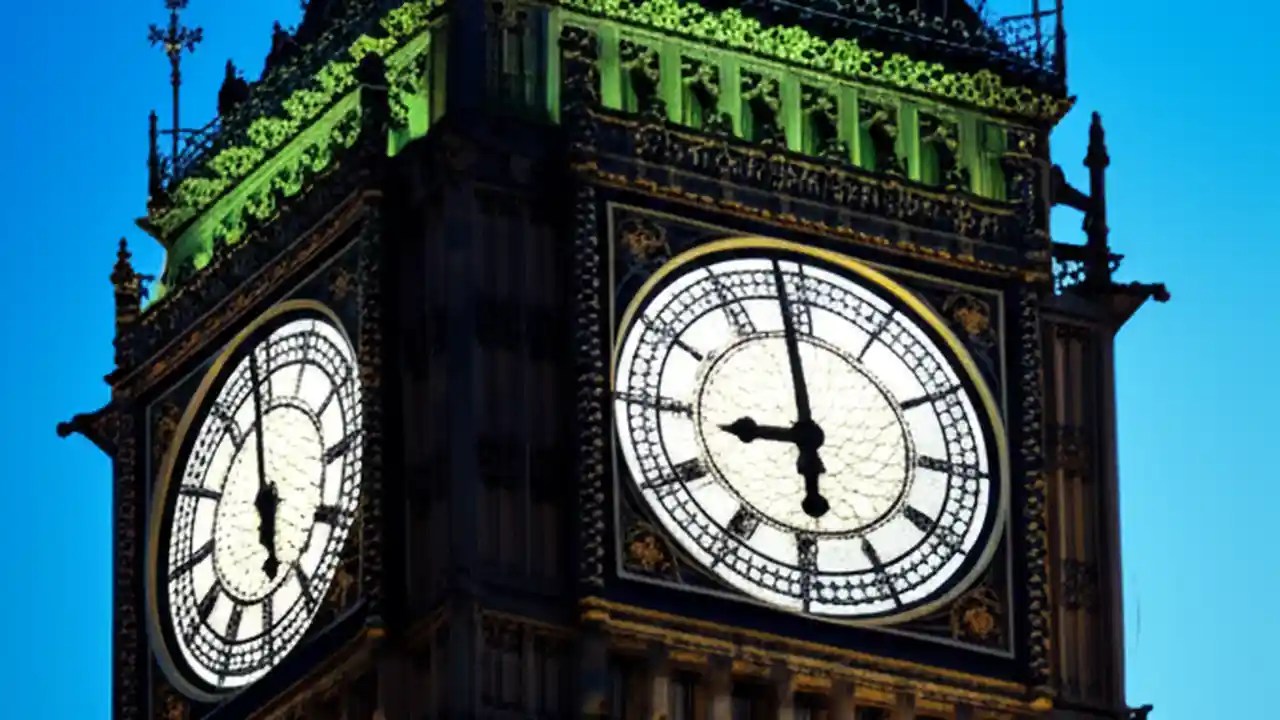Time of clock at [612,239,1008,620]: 8:58
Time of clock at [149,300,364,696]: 5:59
